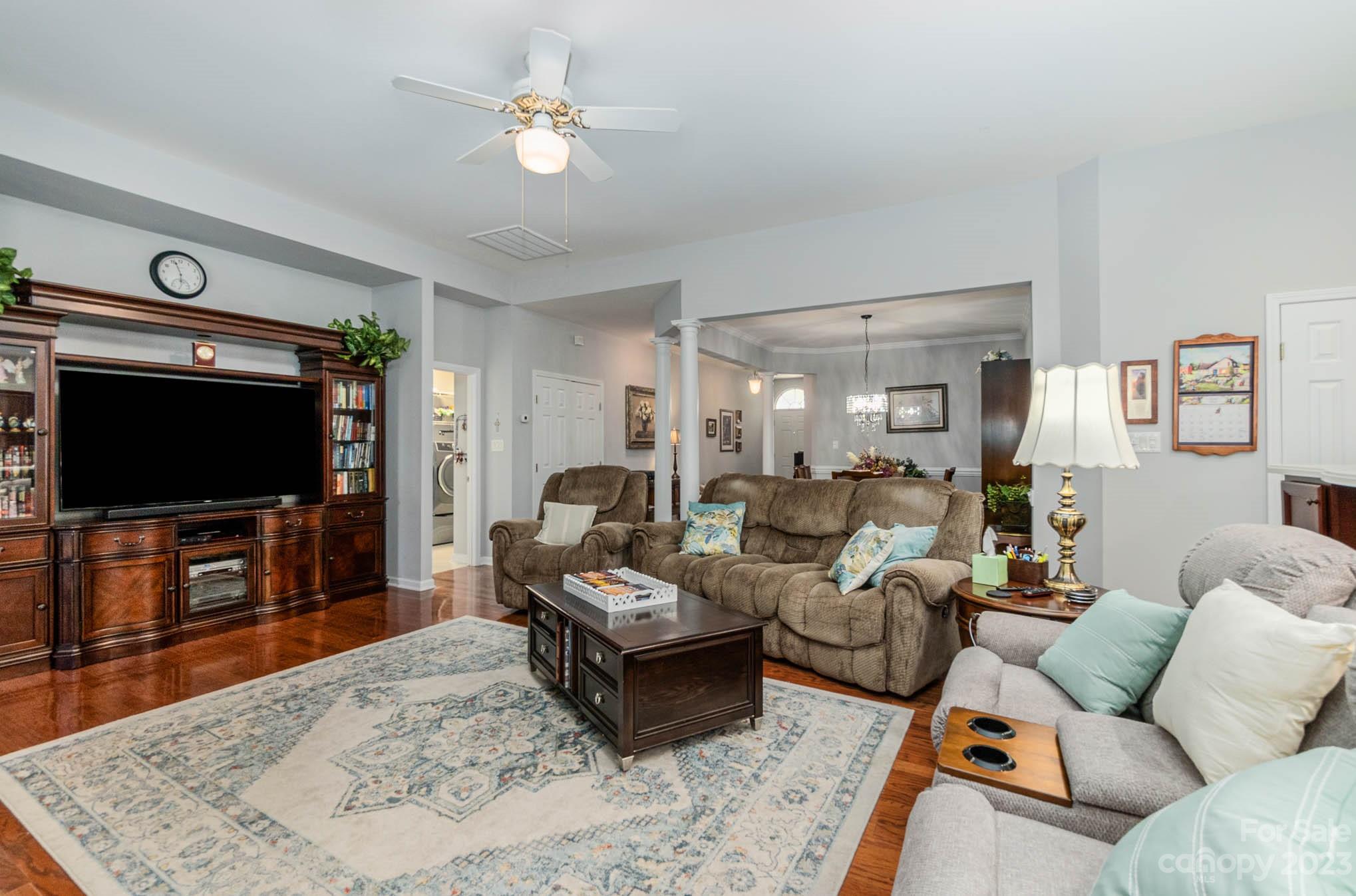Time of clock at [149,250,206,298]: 5:56
